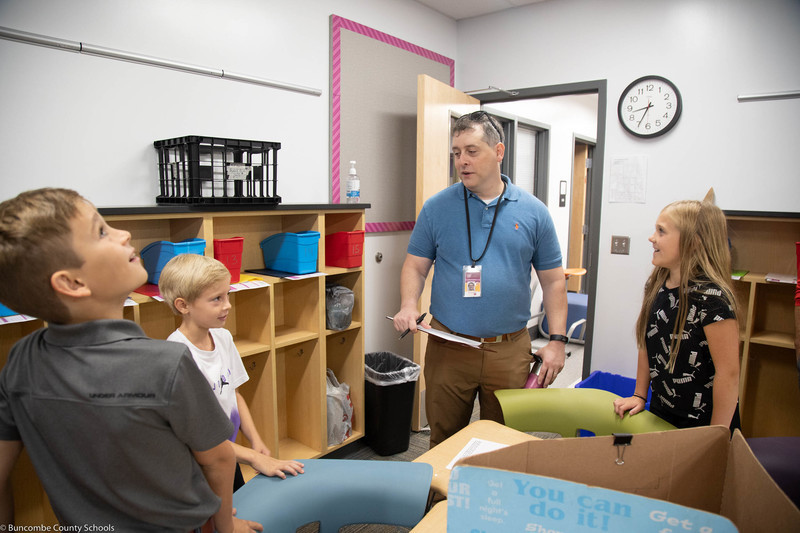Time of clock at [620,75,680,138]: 8:34
